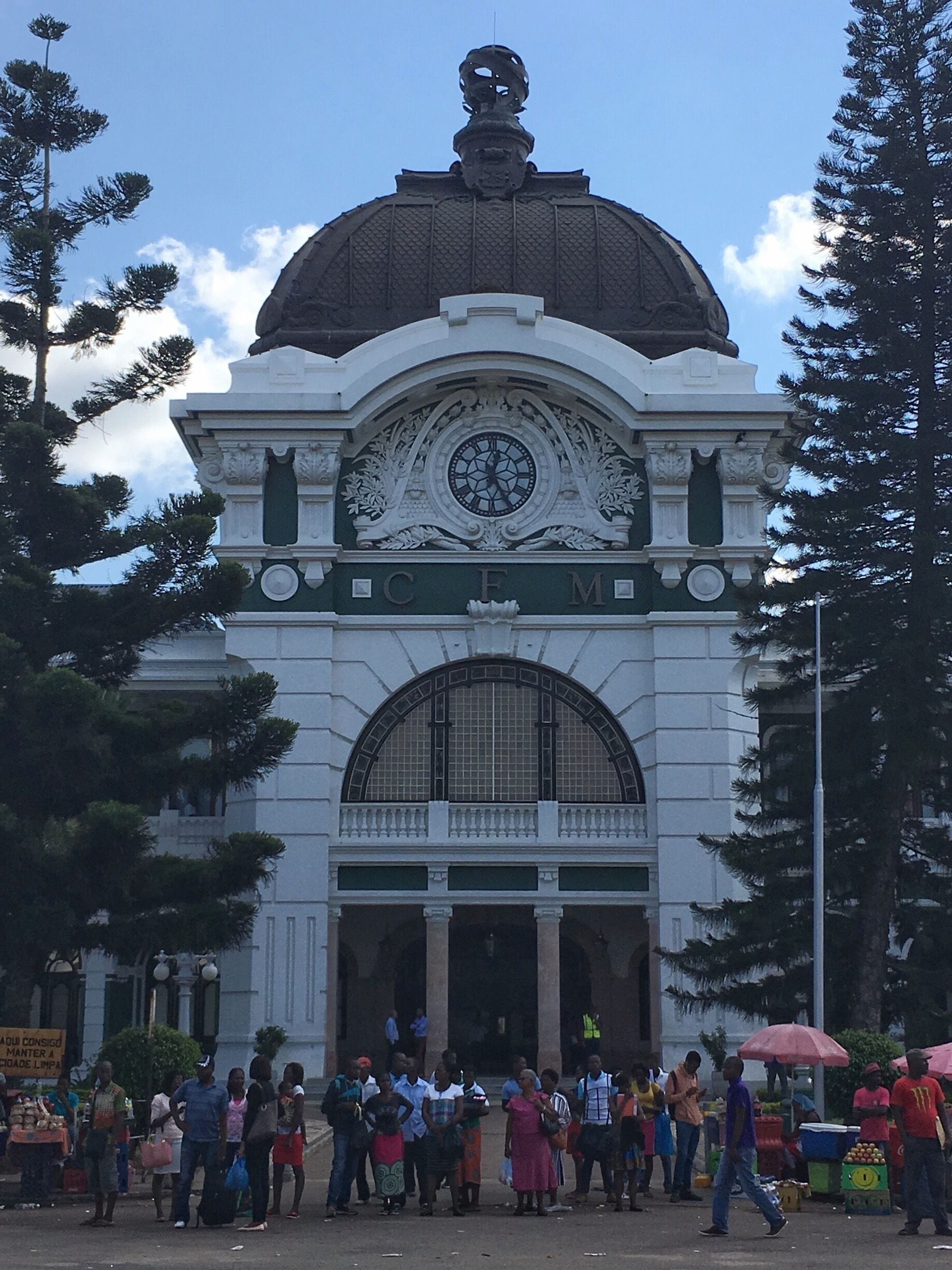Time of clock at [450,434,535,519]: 12:25
